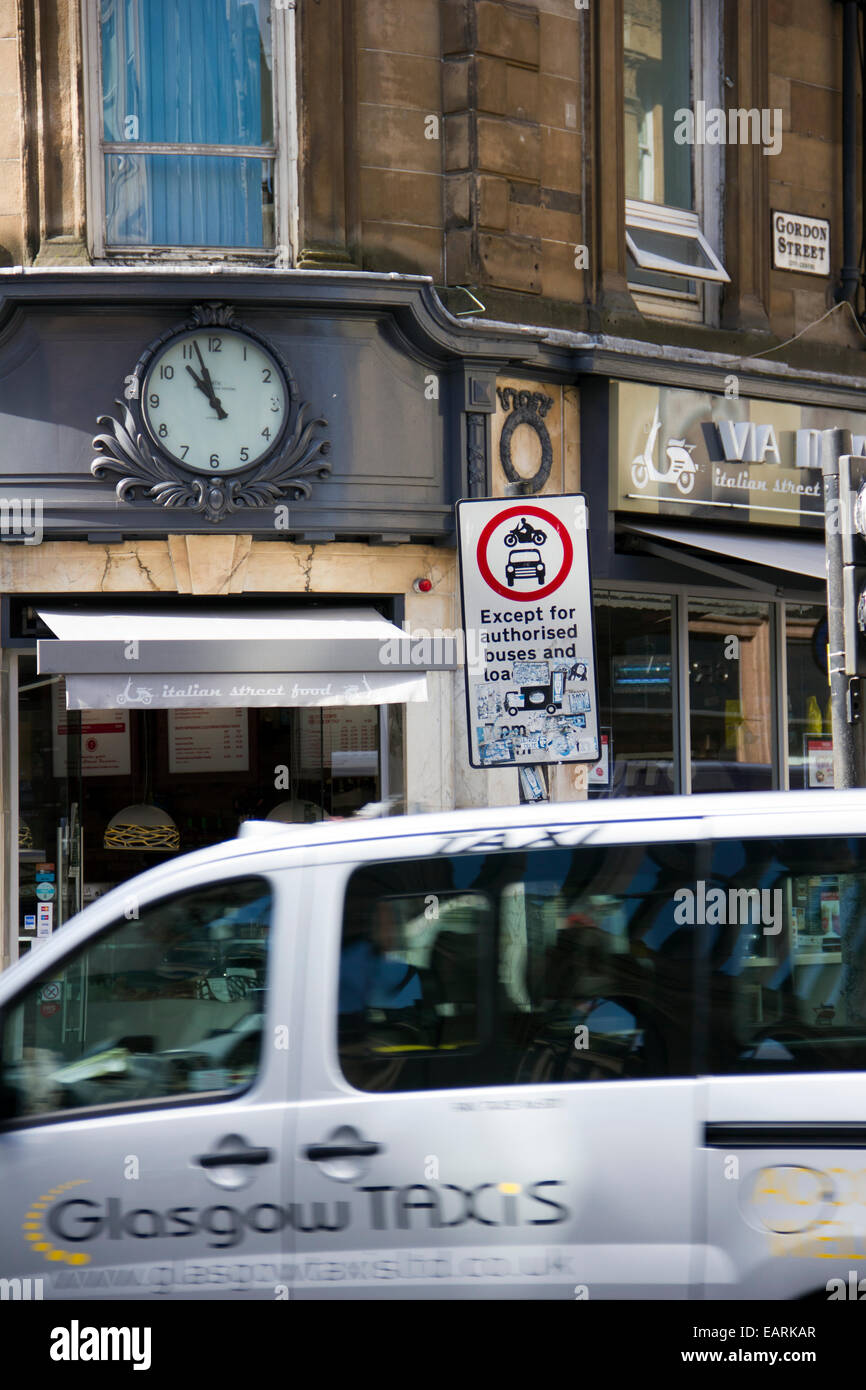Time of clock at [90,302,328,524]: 10:57
